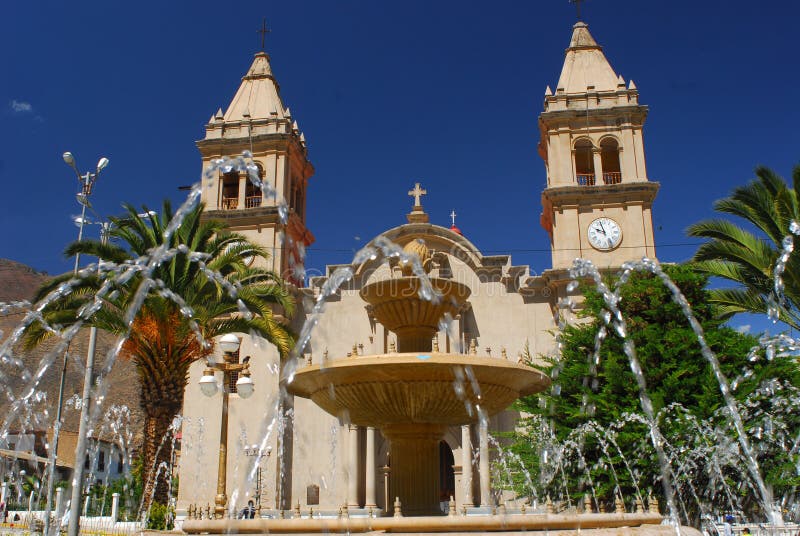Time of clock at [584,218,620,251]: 9:57
